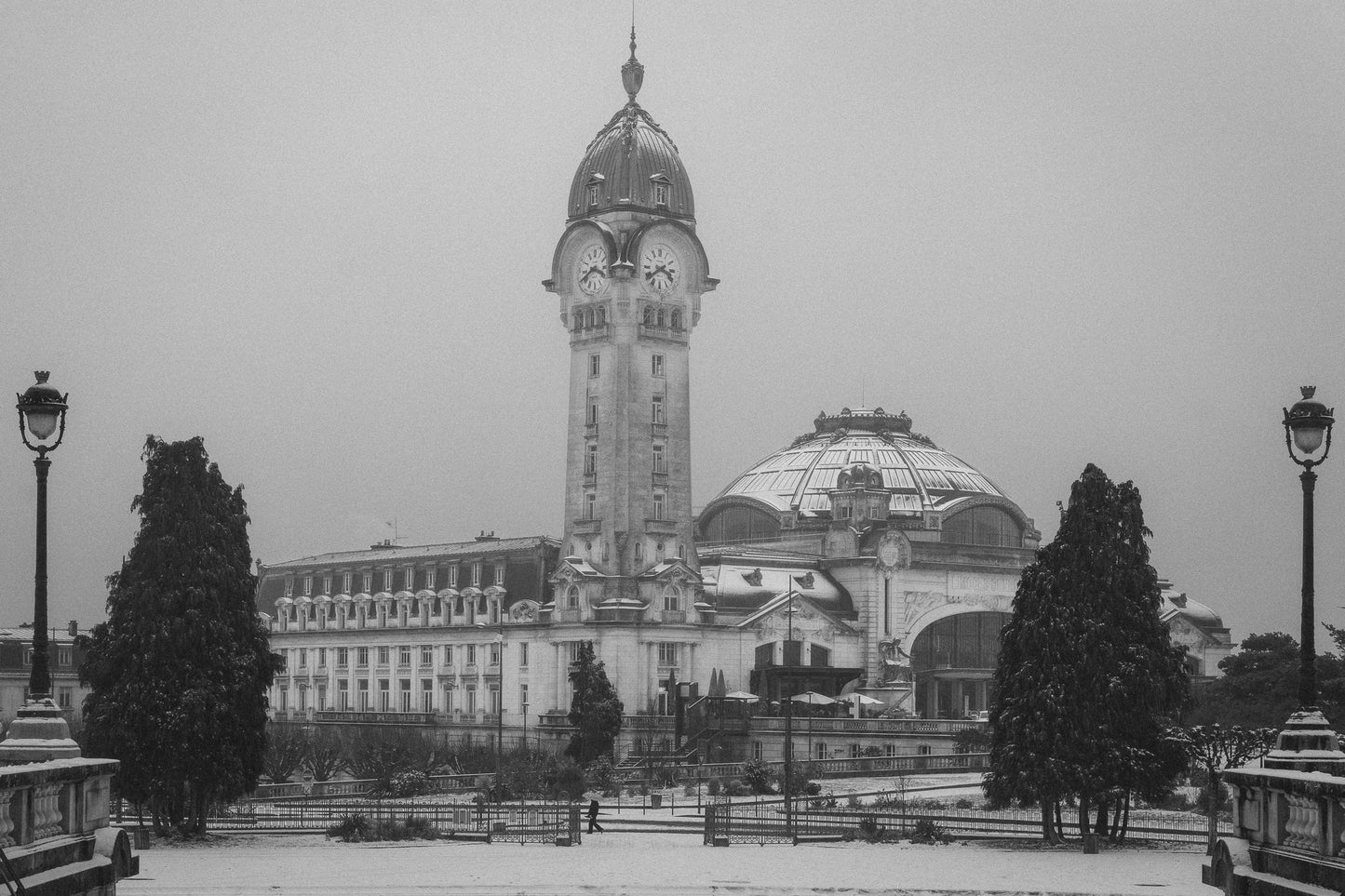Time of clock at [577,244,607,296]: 3:40
